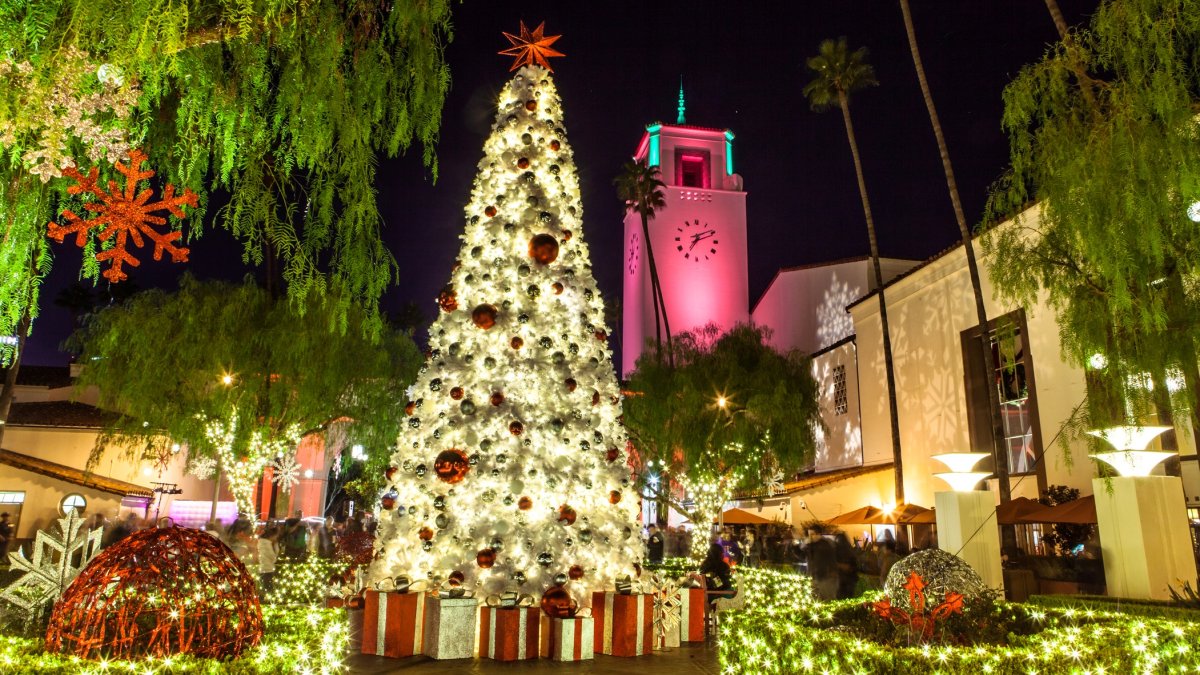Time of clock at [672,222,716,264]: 7:11
